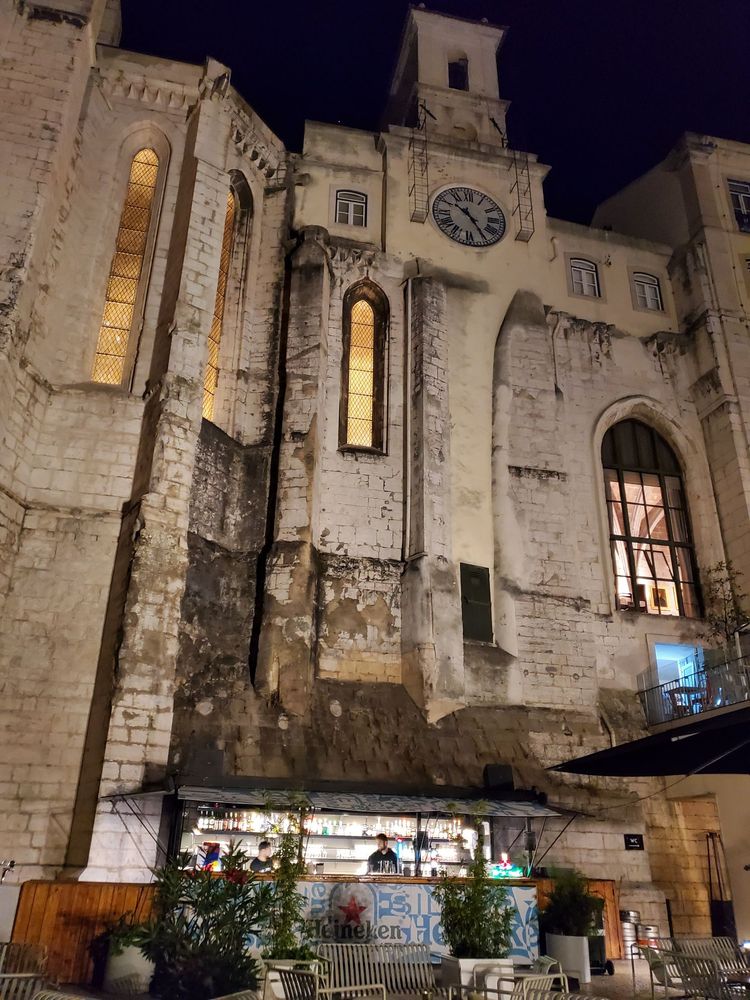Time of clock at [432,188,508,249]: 10:24
